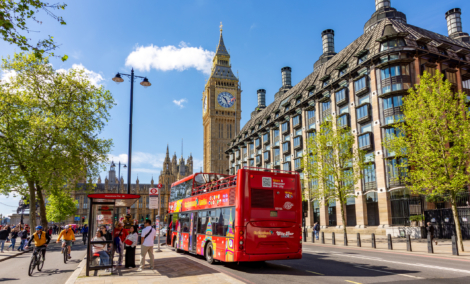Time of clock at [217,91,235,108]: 10:26
